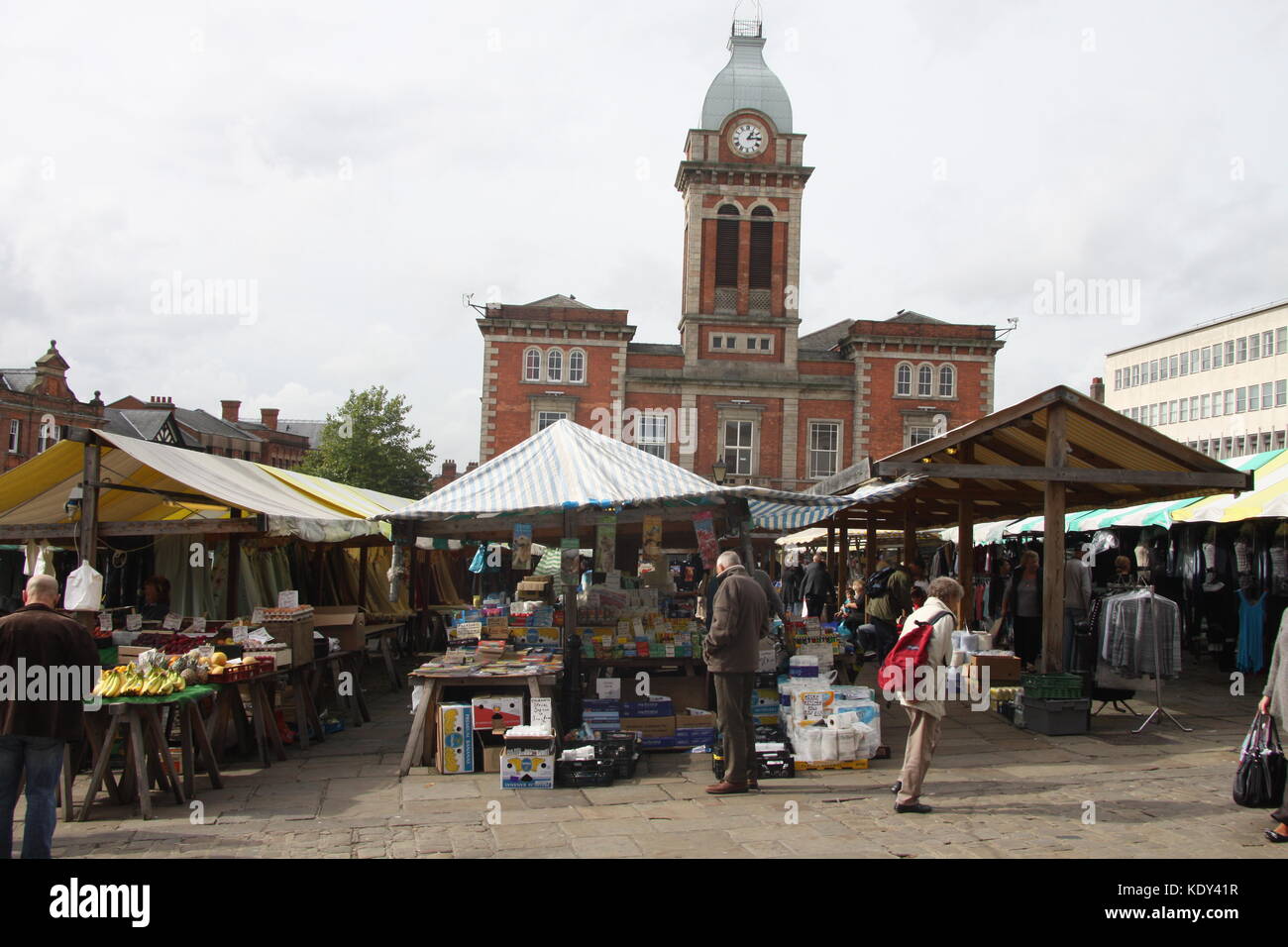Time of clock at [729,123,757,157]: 1:13
